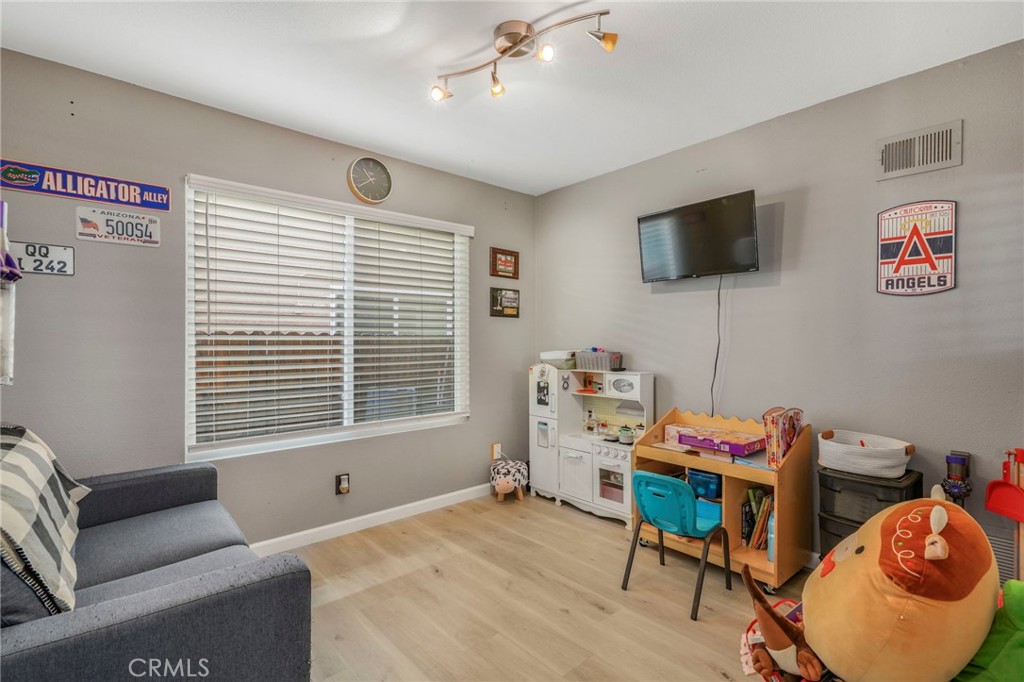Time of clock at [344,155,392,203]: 10:38
